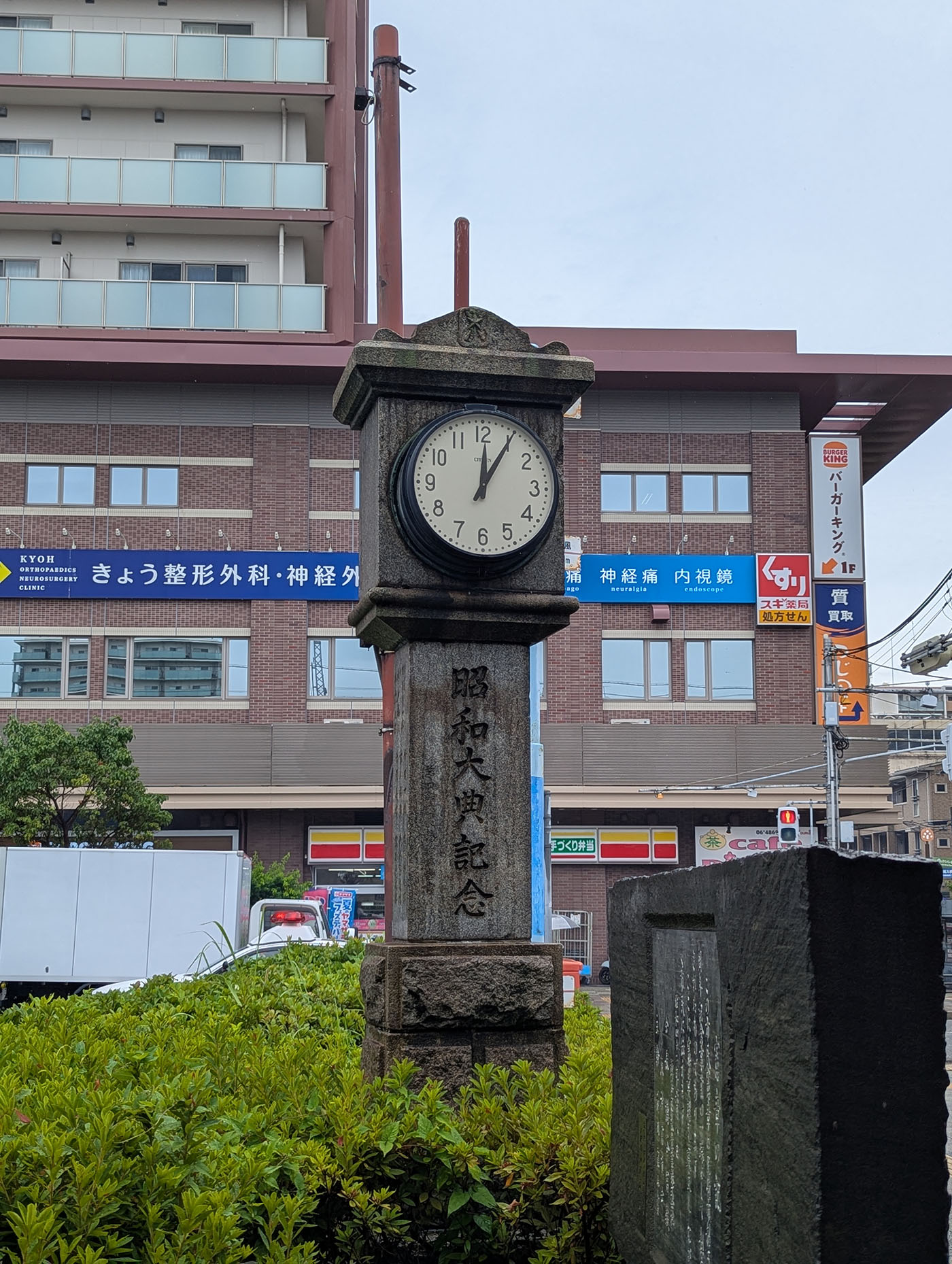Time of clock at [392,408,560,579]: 12:05
